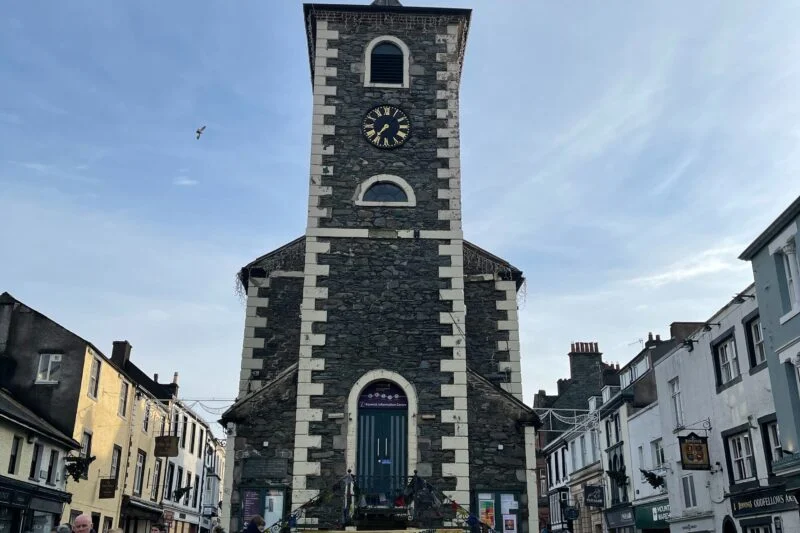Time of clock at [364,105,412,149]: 7:36
